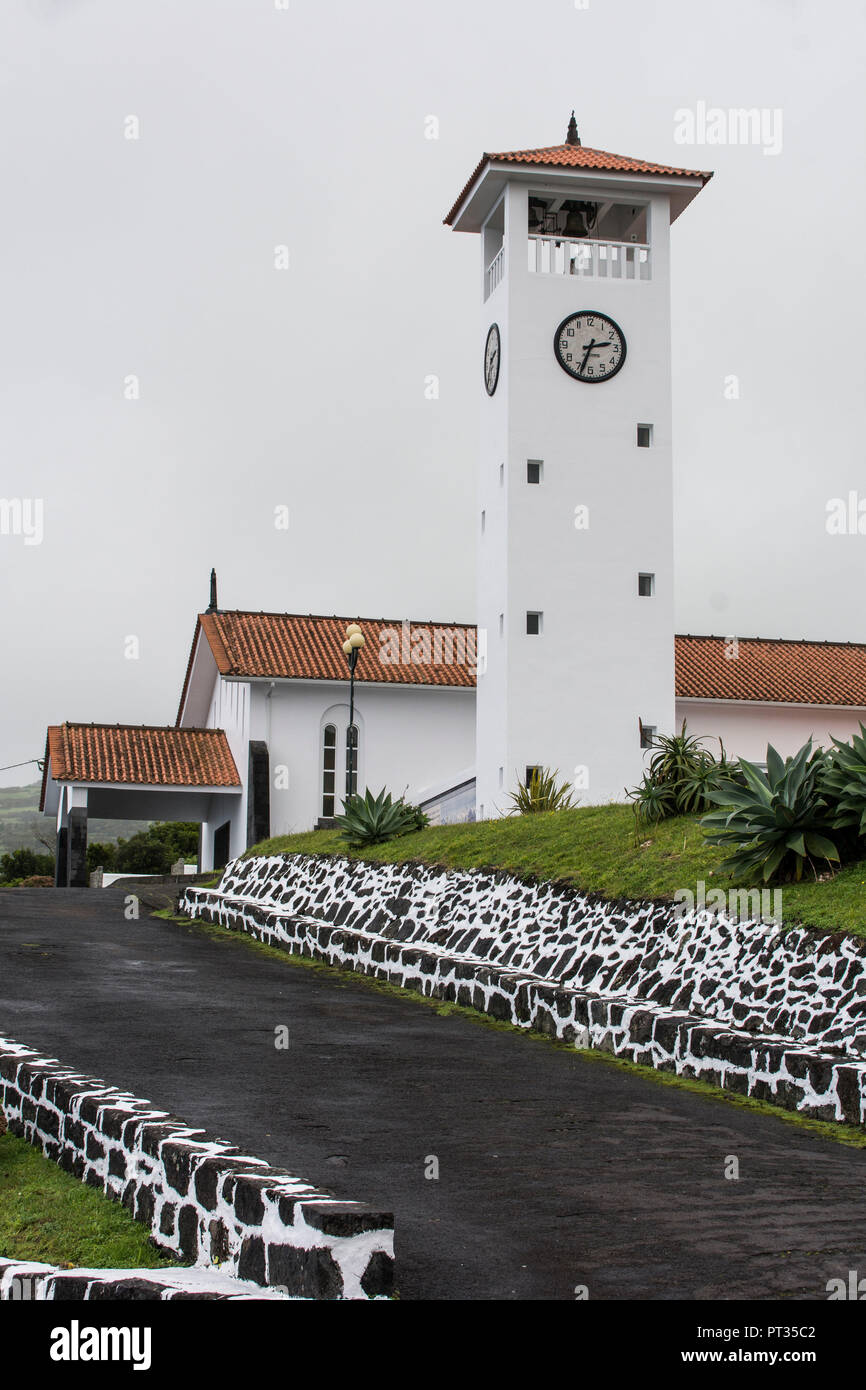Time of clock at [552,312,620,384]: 2:33
